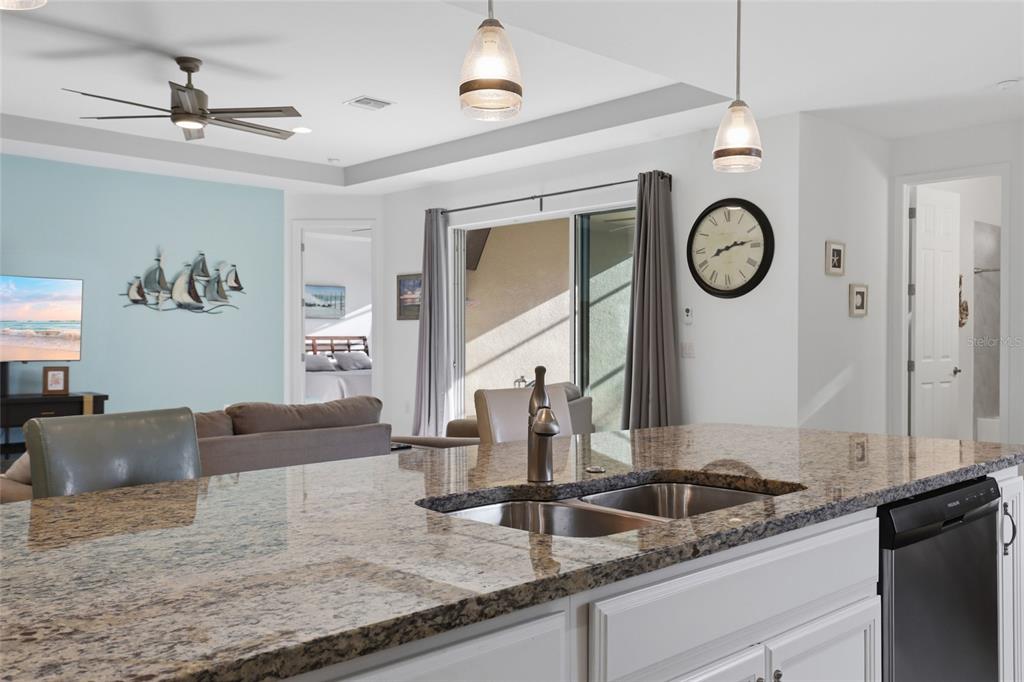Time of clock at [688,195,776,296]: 8:13
